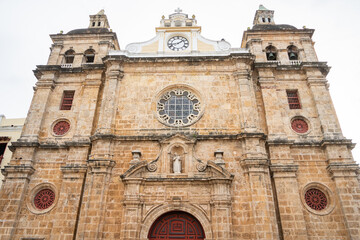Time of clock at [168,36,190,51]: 1:42
